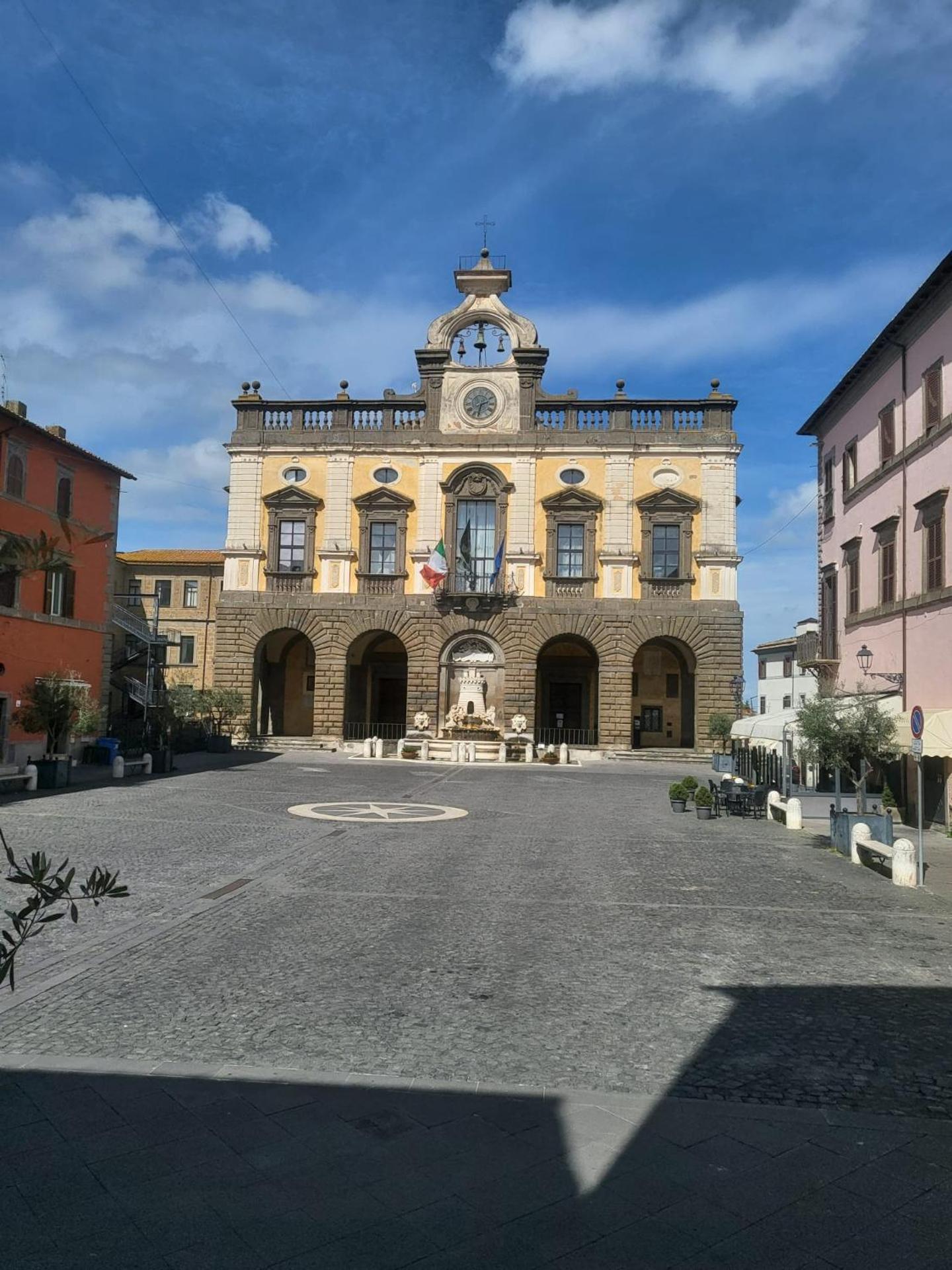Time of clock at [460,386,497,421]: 2:32
